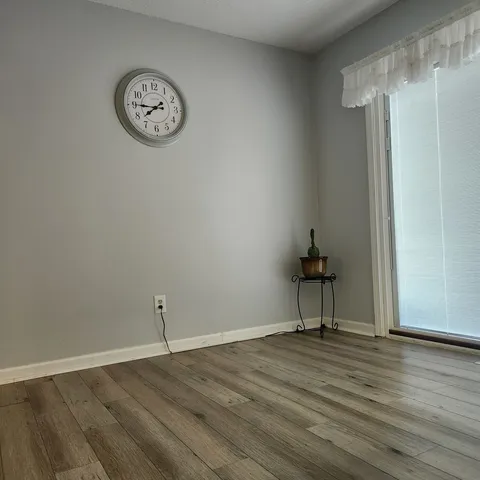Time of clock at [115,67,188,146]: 7:45
